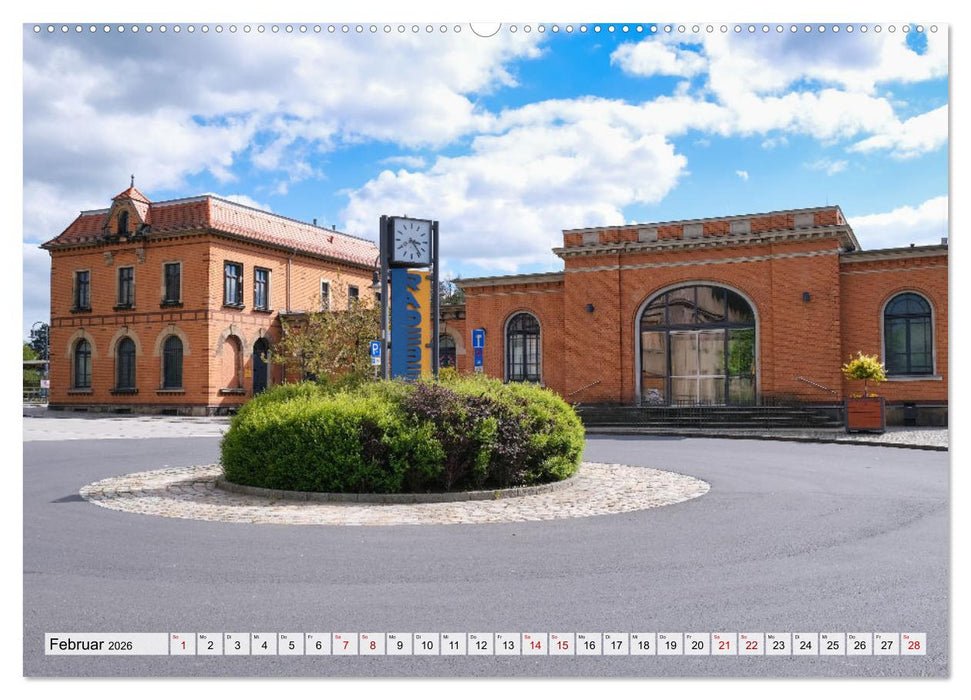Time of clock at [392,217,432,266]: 3:23
